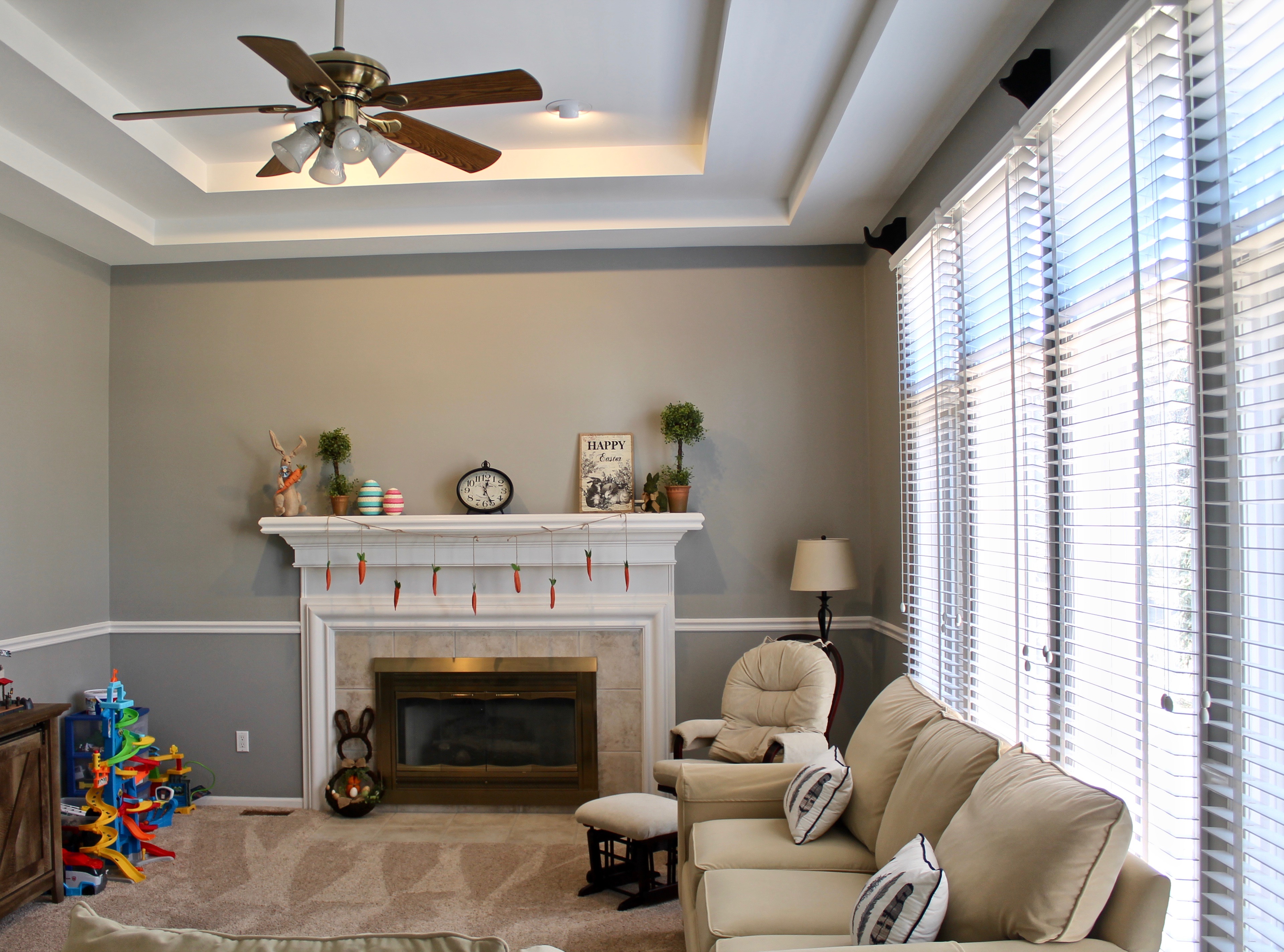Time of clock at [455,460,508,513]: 12:26
